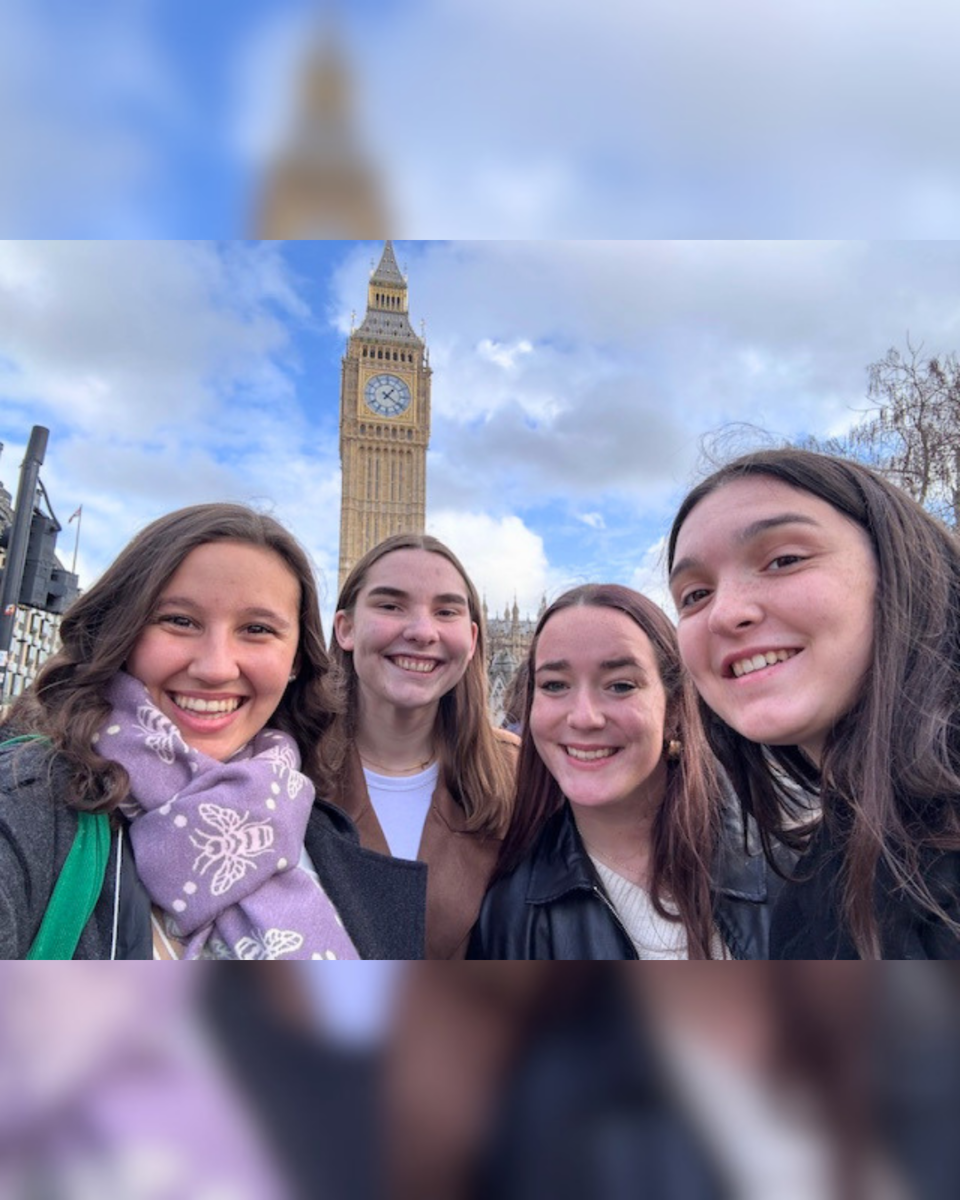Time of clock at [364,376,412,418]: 1:21
